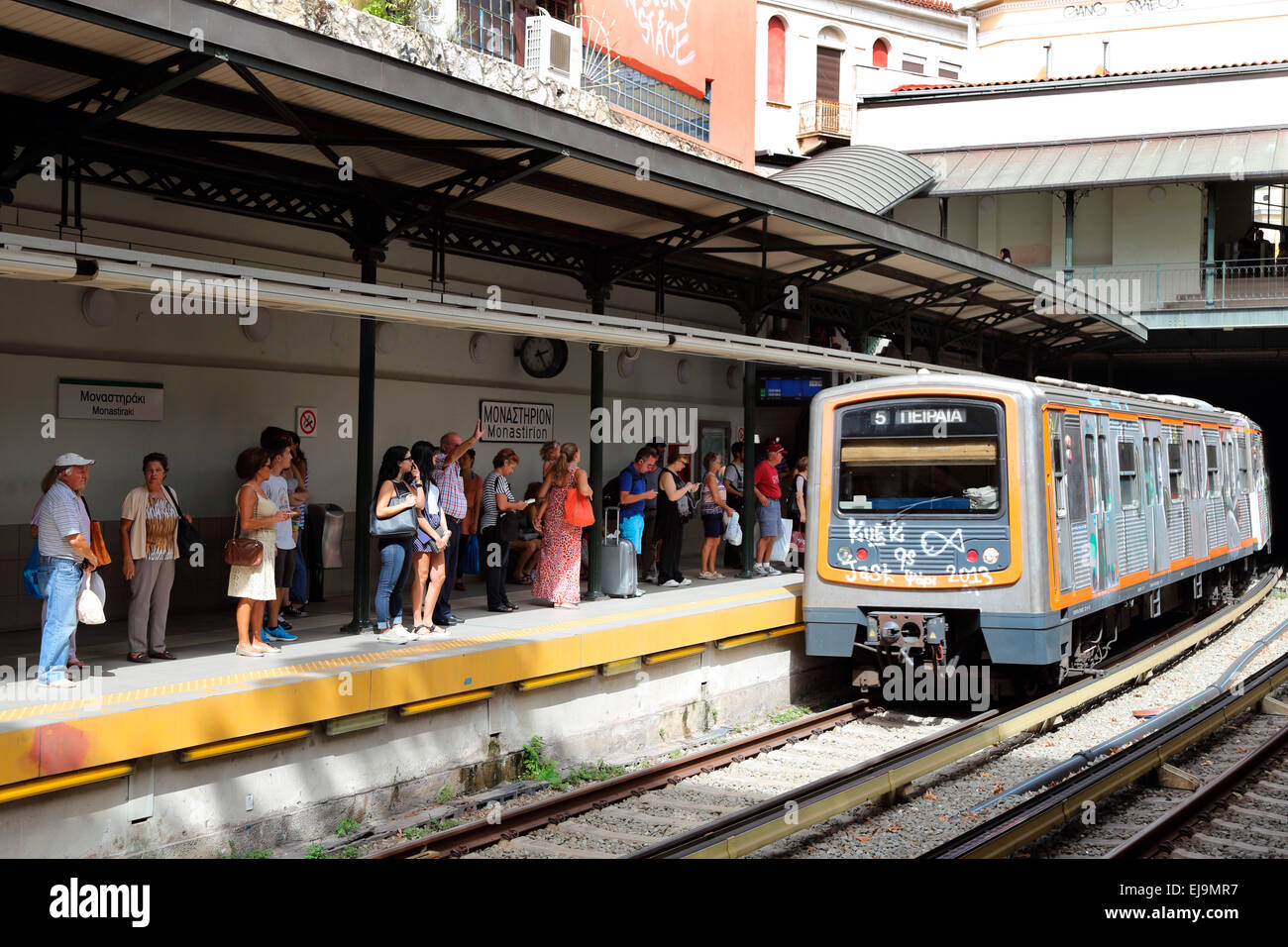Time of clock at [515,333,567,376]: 2:24
